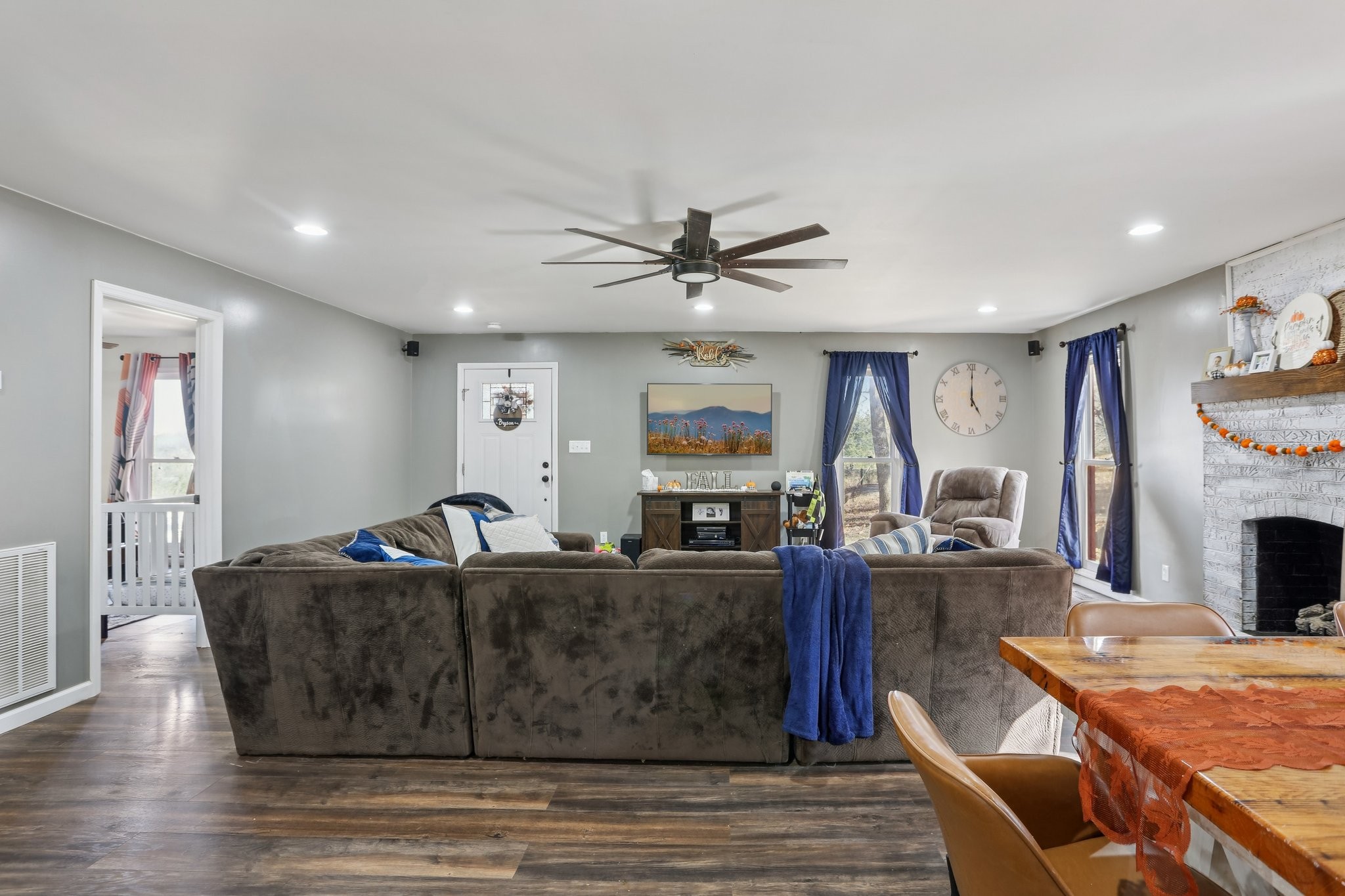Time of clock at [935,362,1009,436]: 5:00
